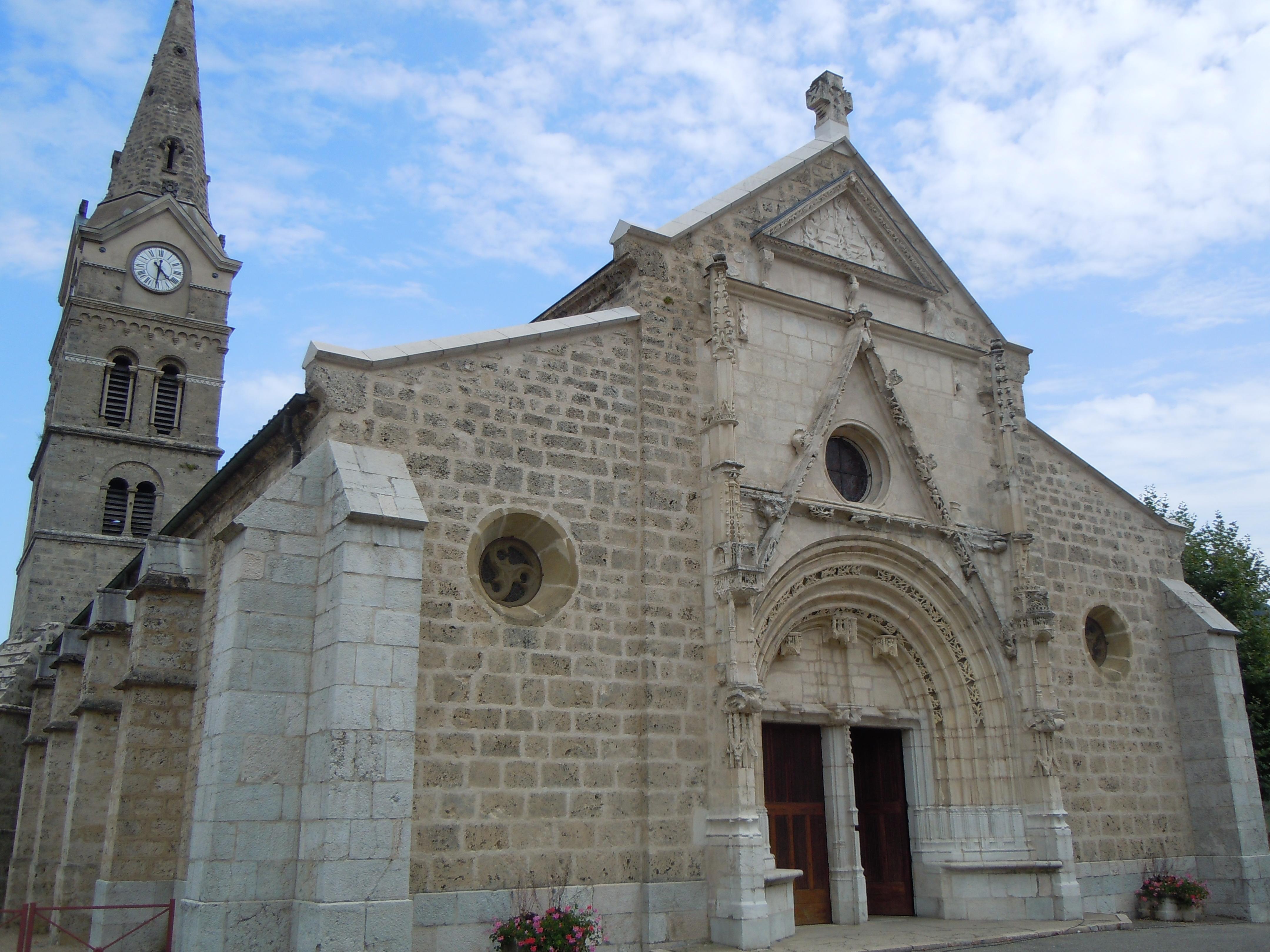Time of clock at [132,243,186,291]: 4:31
